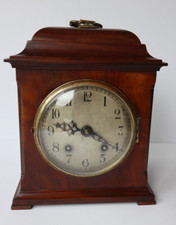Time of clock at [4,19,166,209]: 9:21
